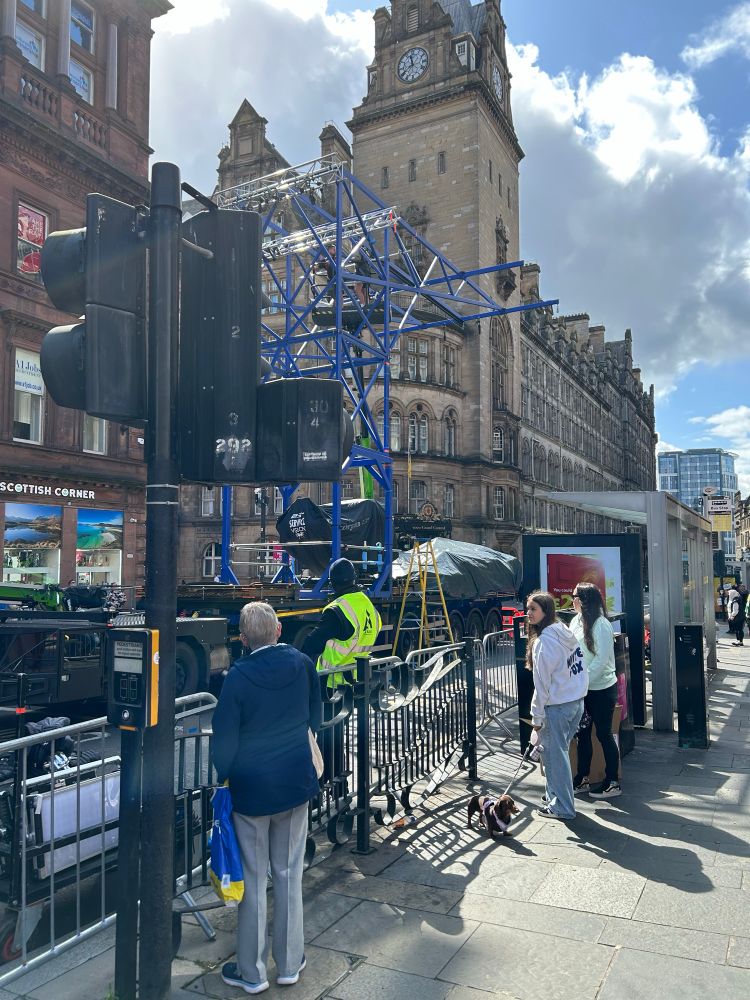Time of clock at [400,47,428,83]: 11:40
